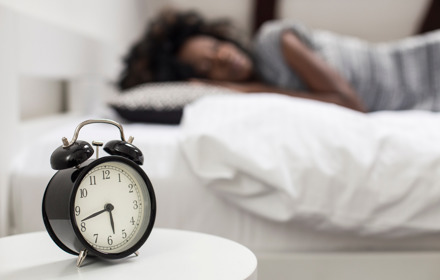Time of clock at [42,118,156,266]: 5:42
